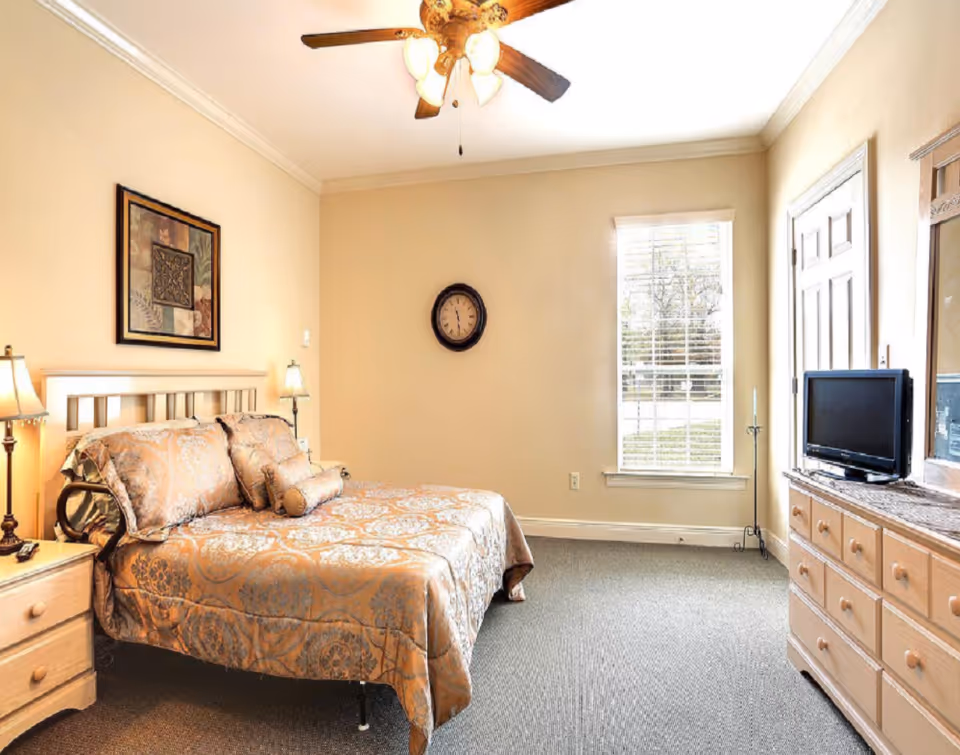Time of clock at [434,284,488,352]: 11:28
